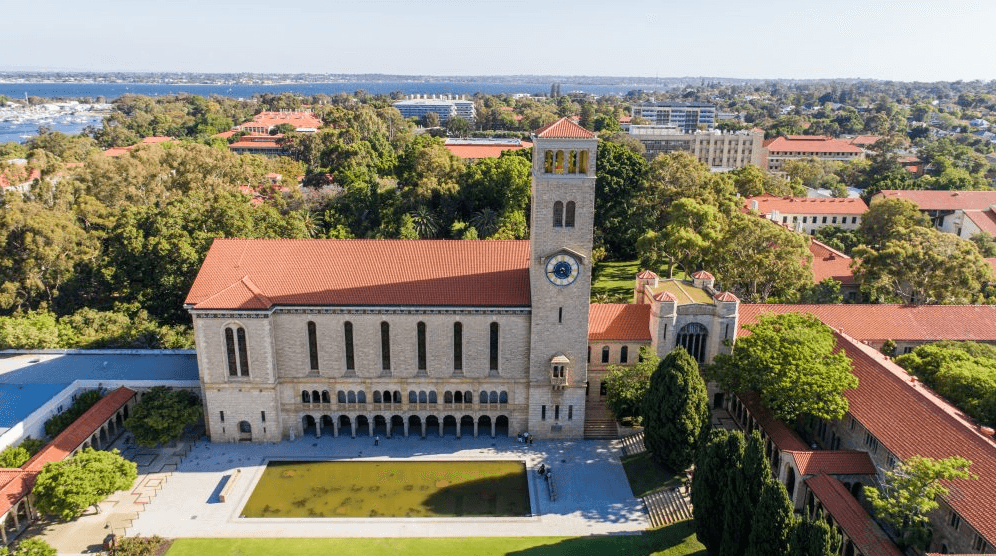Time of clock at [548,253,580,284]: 4:42
